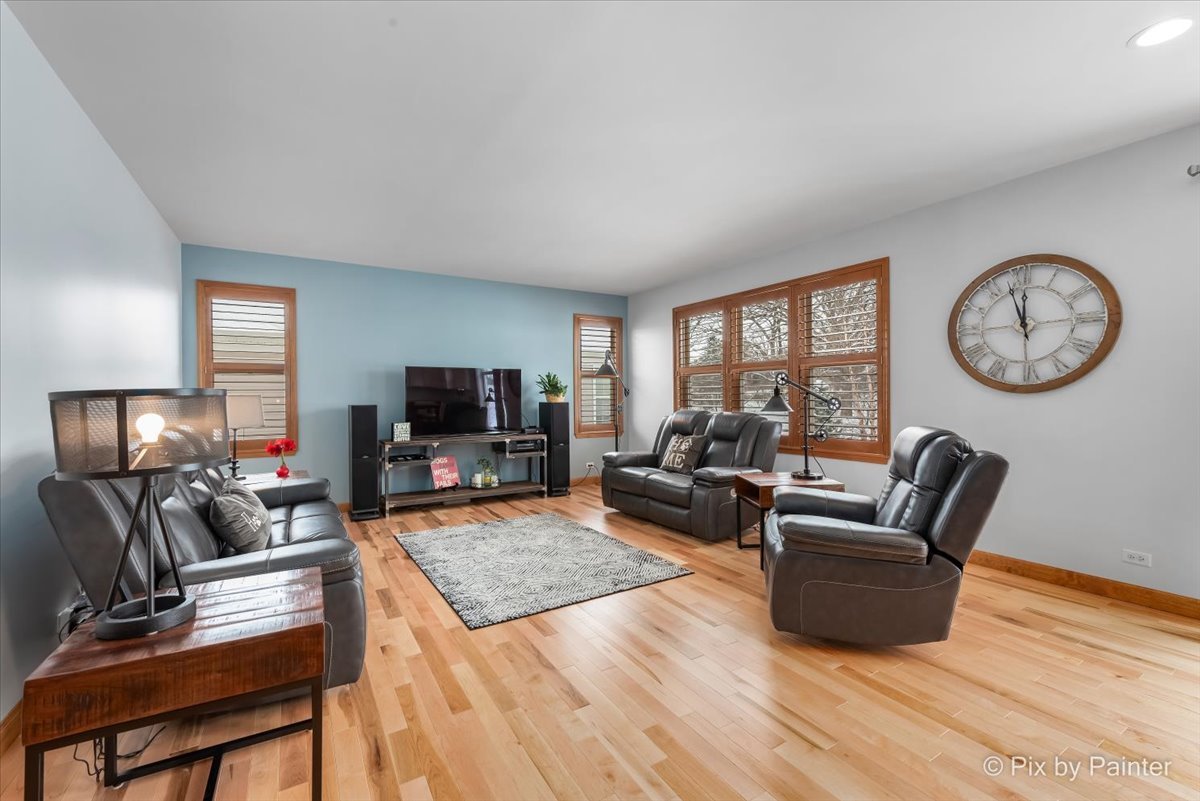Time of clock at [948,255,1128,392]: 11:57
